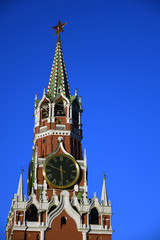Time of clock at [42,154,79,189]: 5:48
